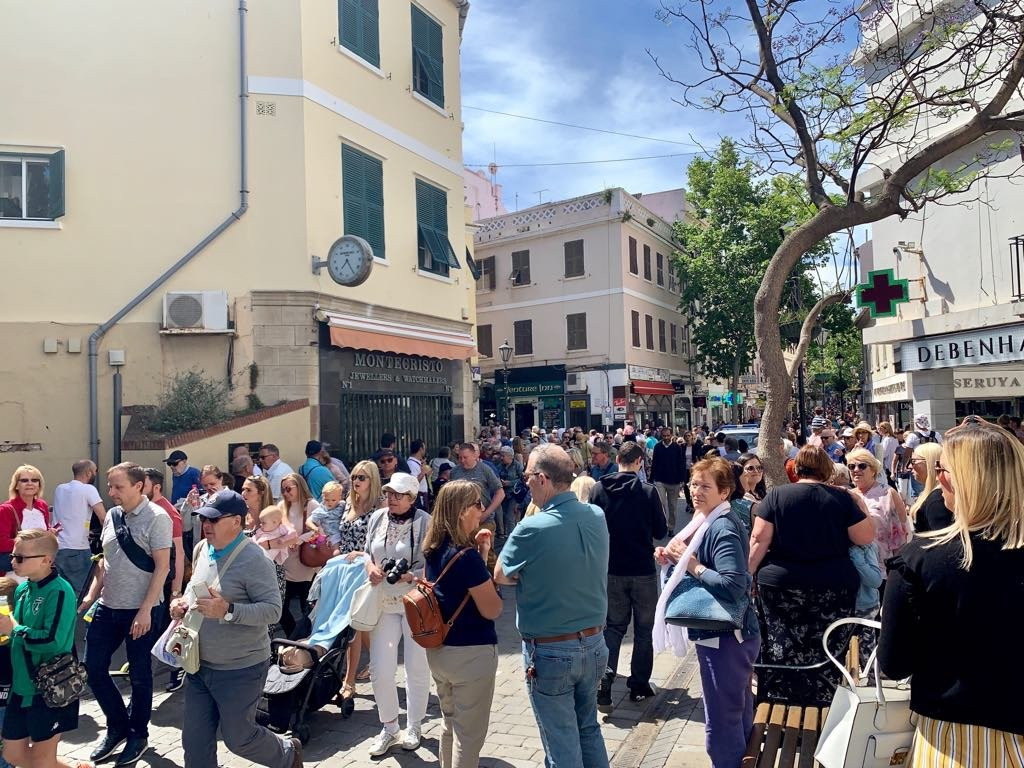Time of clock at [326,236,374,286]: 7:24
